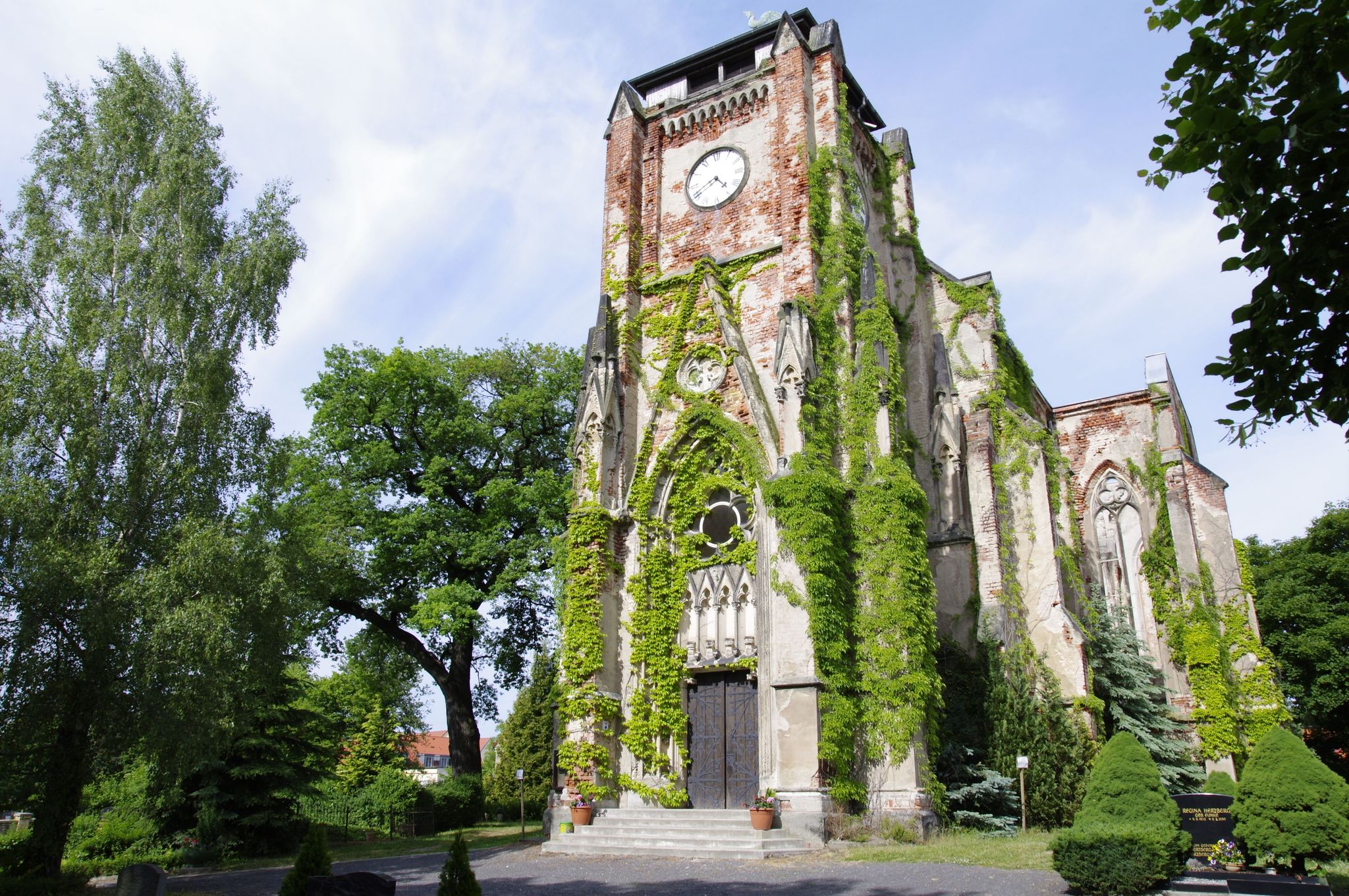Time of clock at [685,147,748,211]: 4:40
